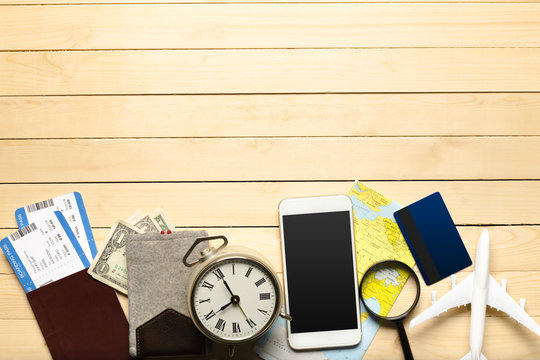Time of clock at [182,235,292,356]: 7:55
